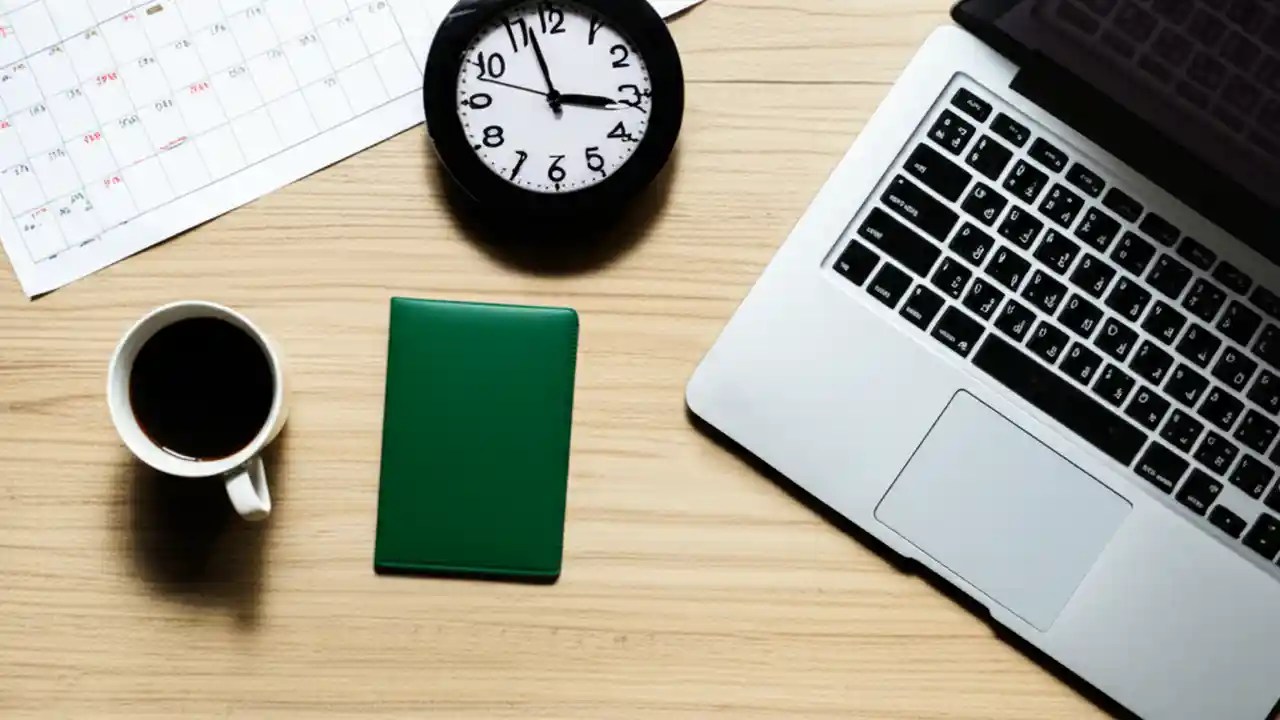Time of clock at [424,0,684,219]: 2:56
